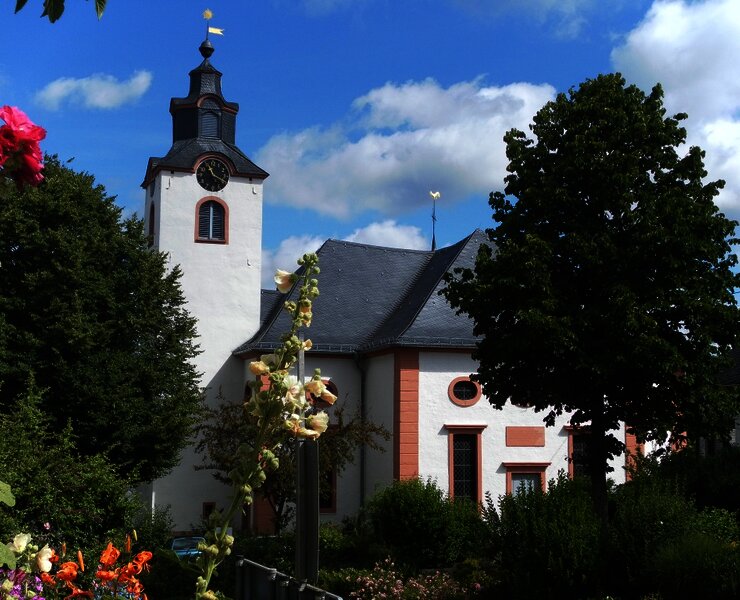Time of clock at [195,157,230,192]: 11:19
